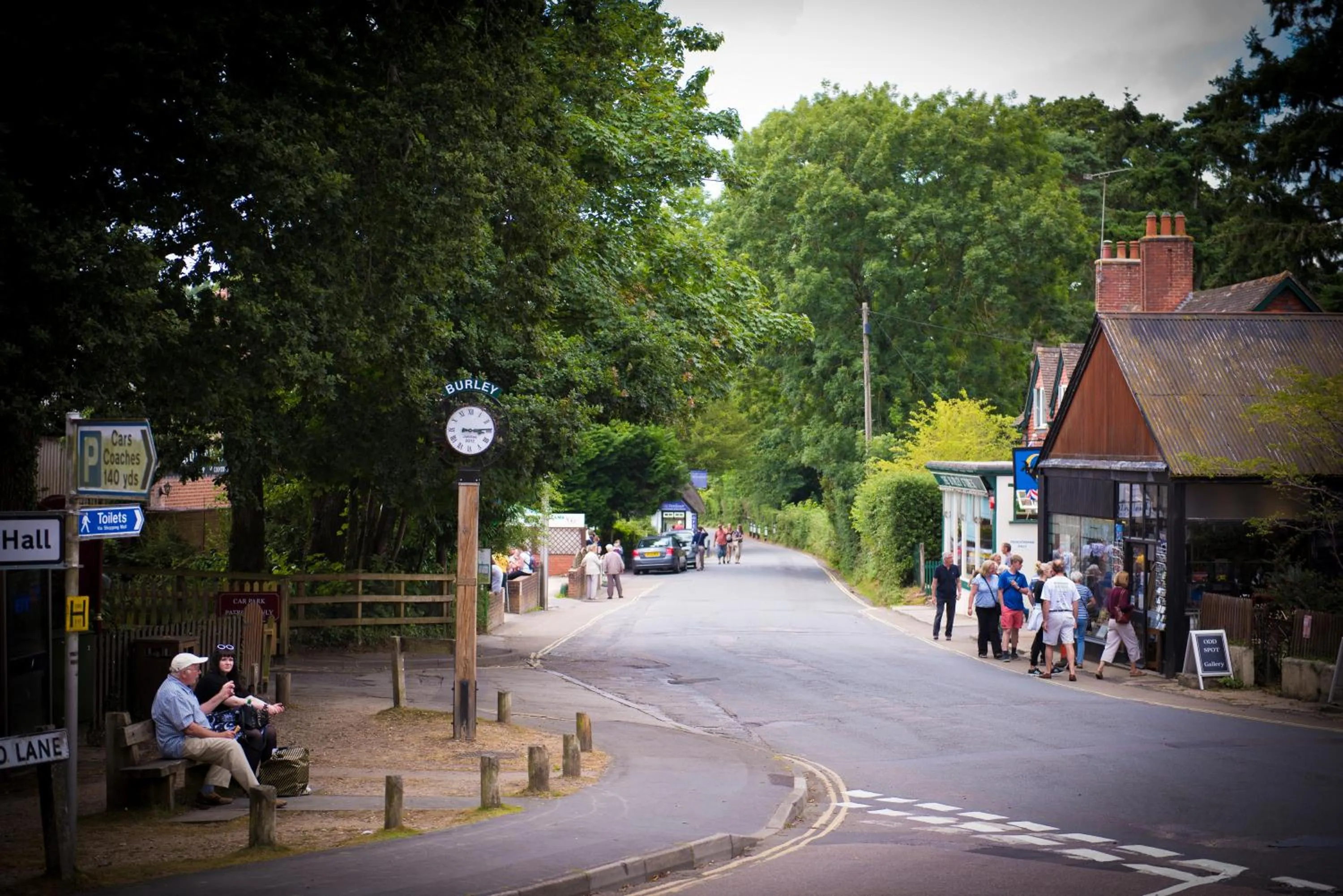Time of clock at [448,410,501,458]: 3:14
